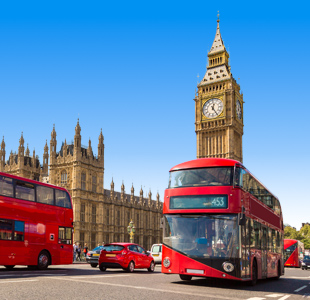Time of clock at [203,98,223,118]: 12:24
